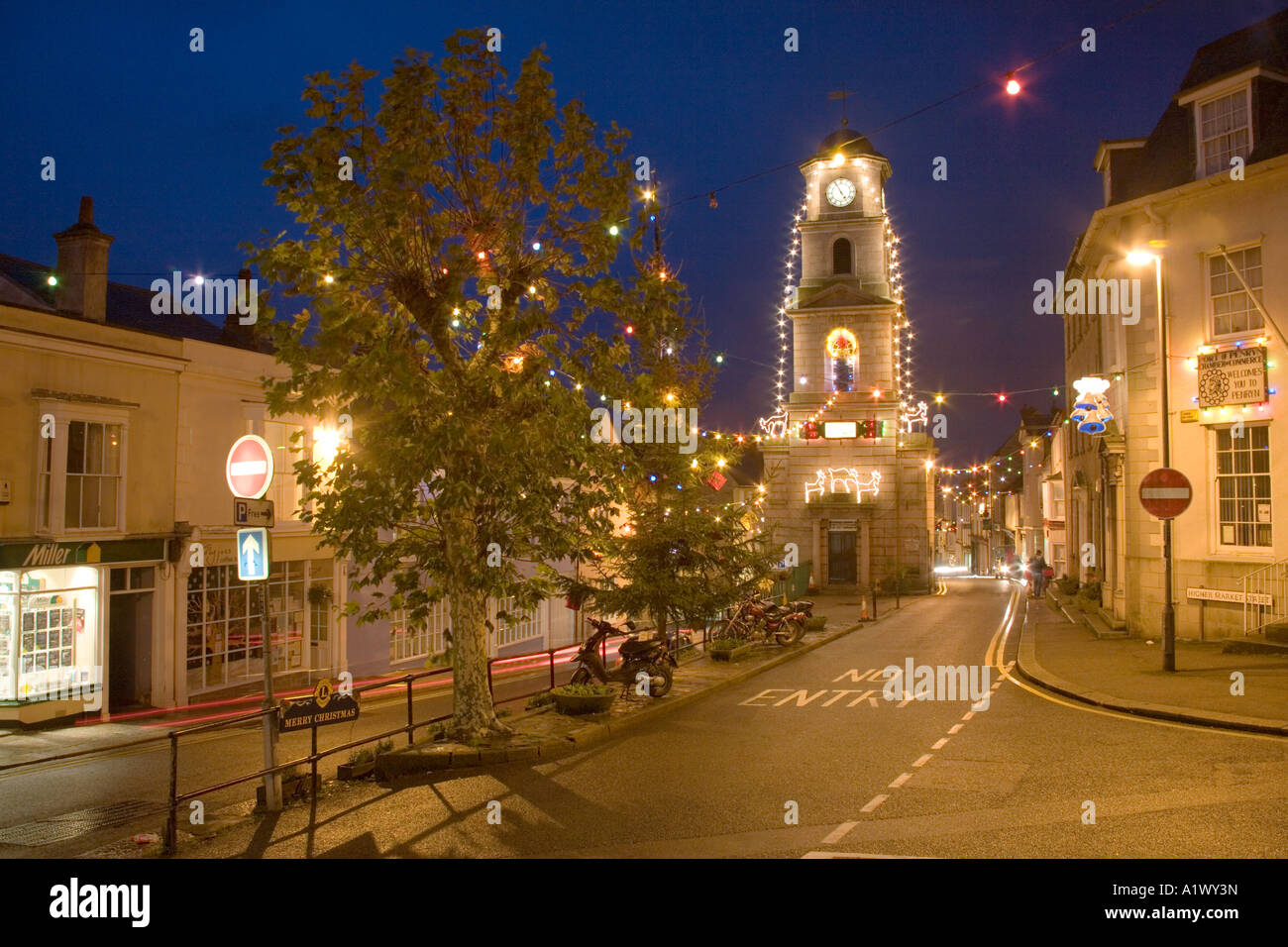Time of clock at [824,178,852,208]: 4:55
